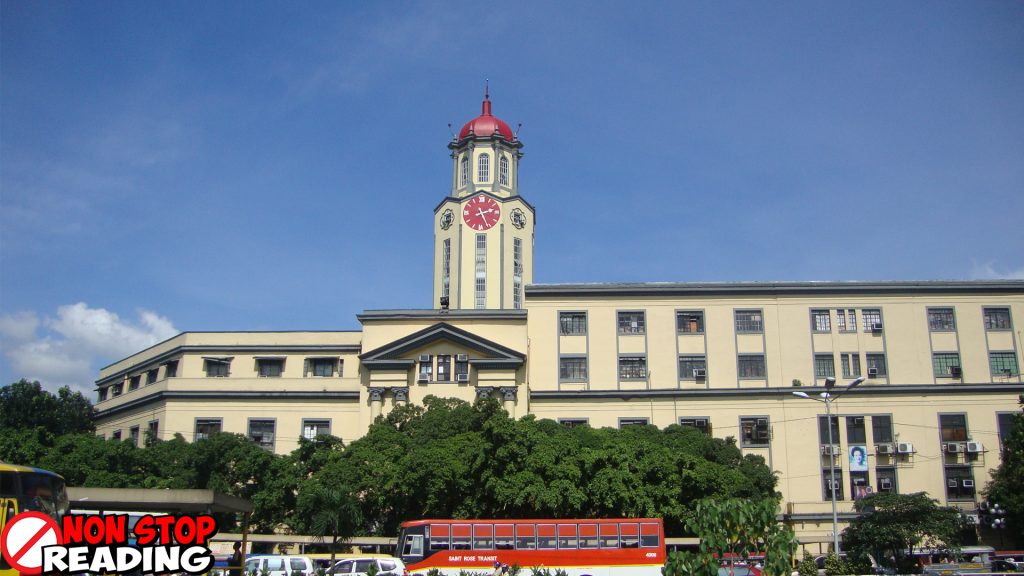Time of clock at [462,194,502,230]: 2:26
